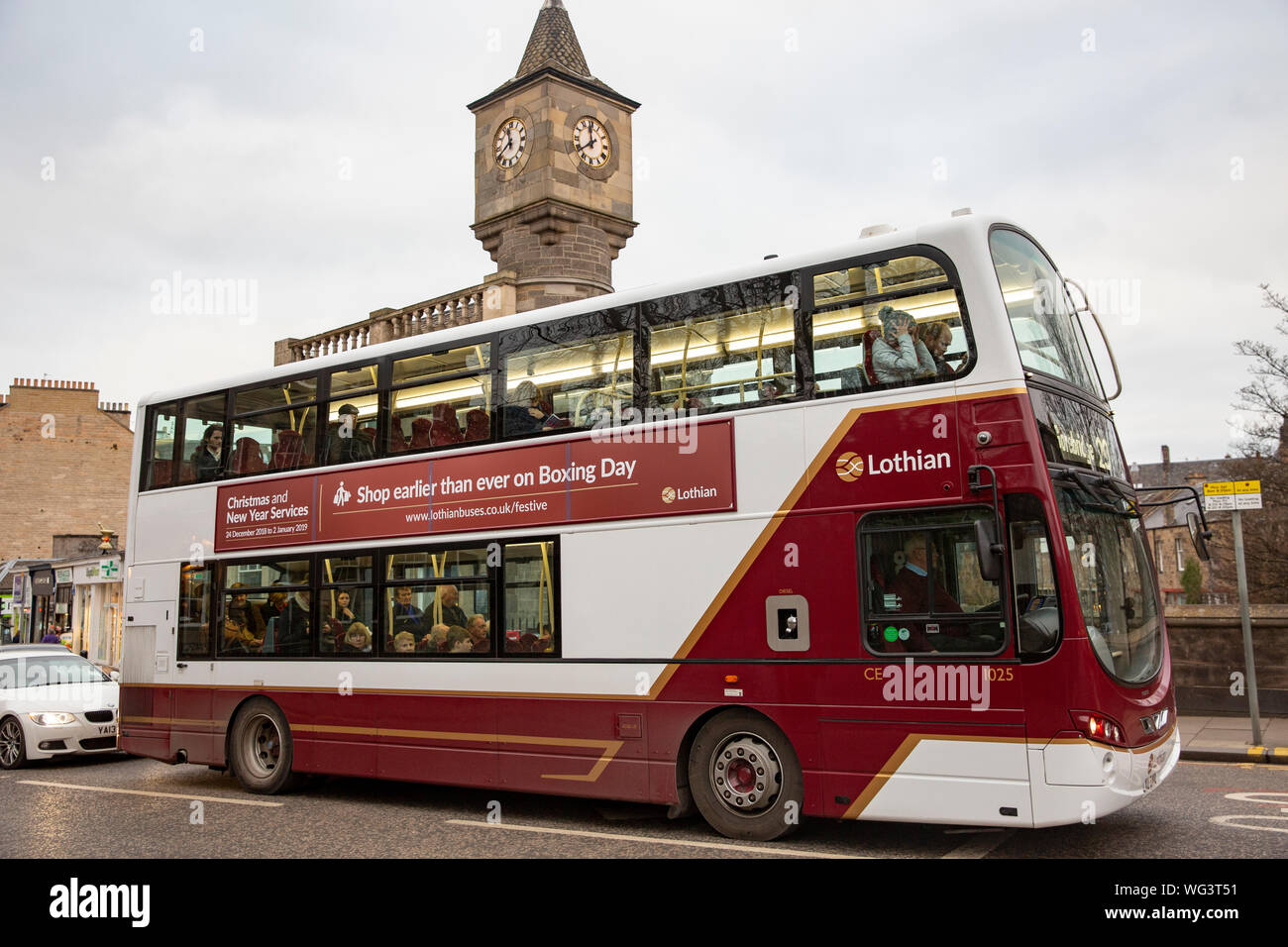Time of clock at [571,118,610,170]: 11:38
